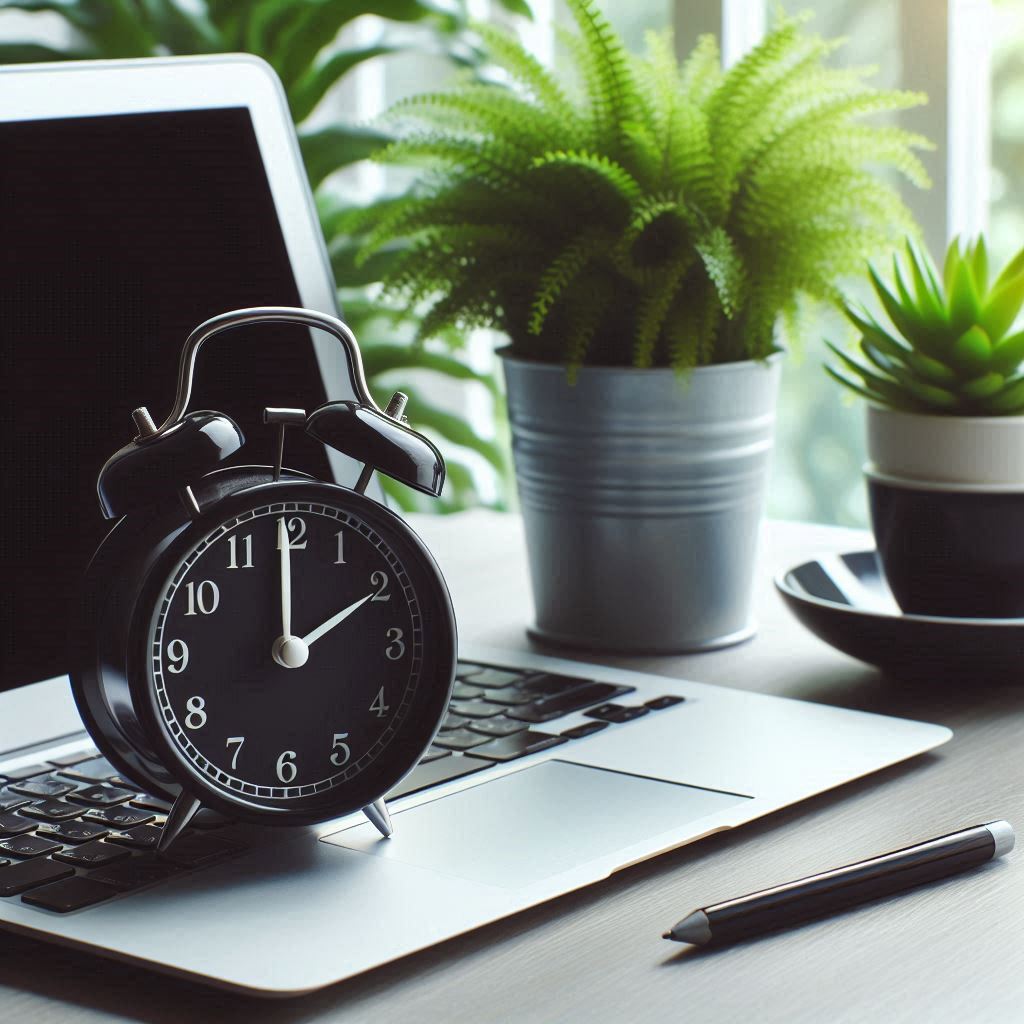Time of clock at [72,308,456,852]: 2:00
